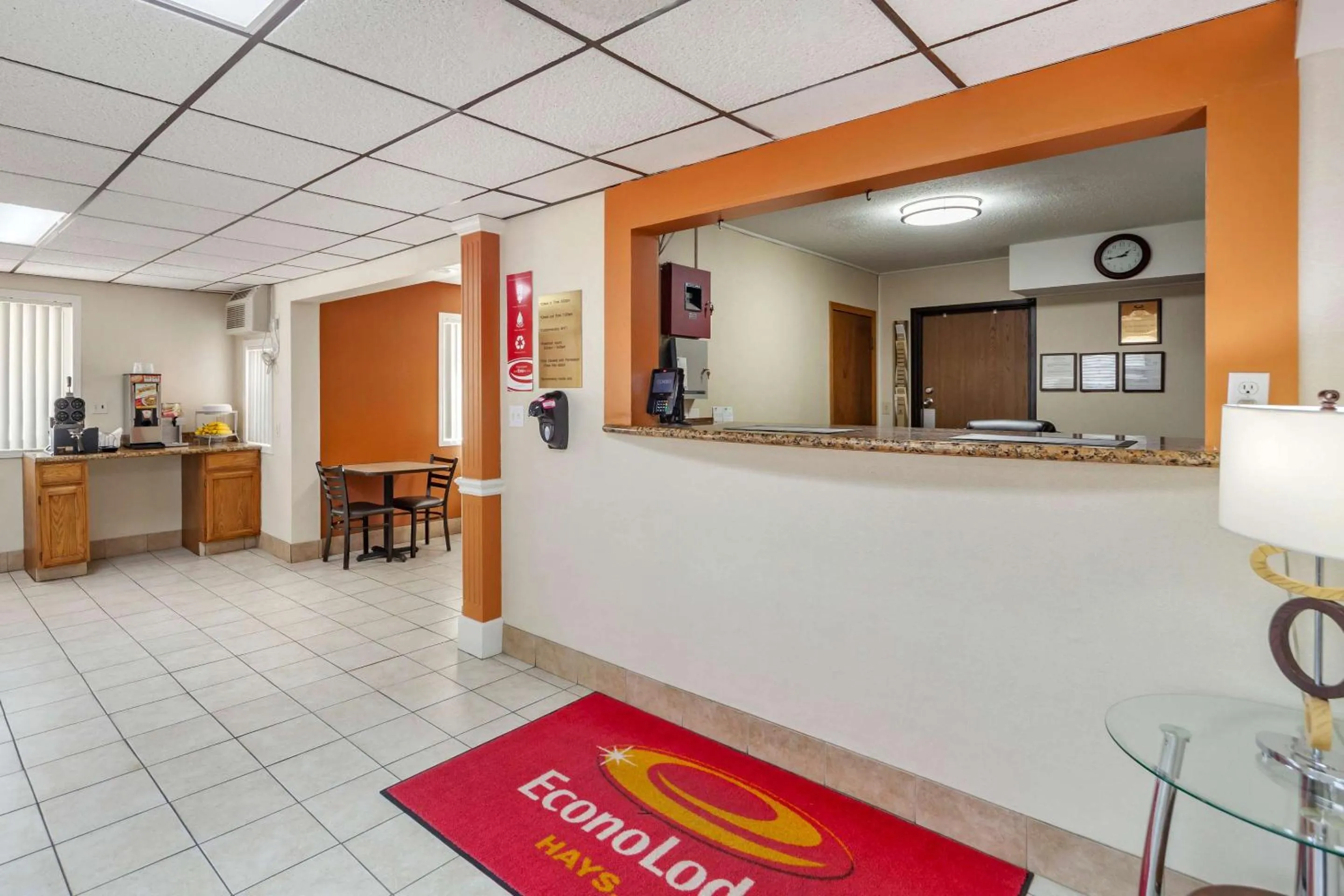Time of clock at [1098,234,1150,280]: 1:44
